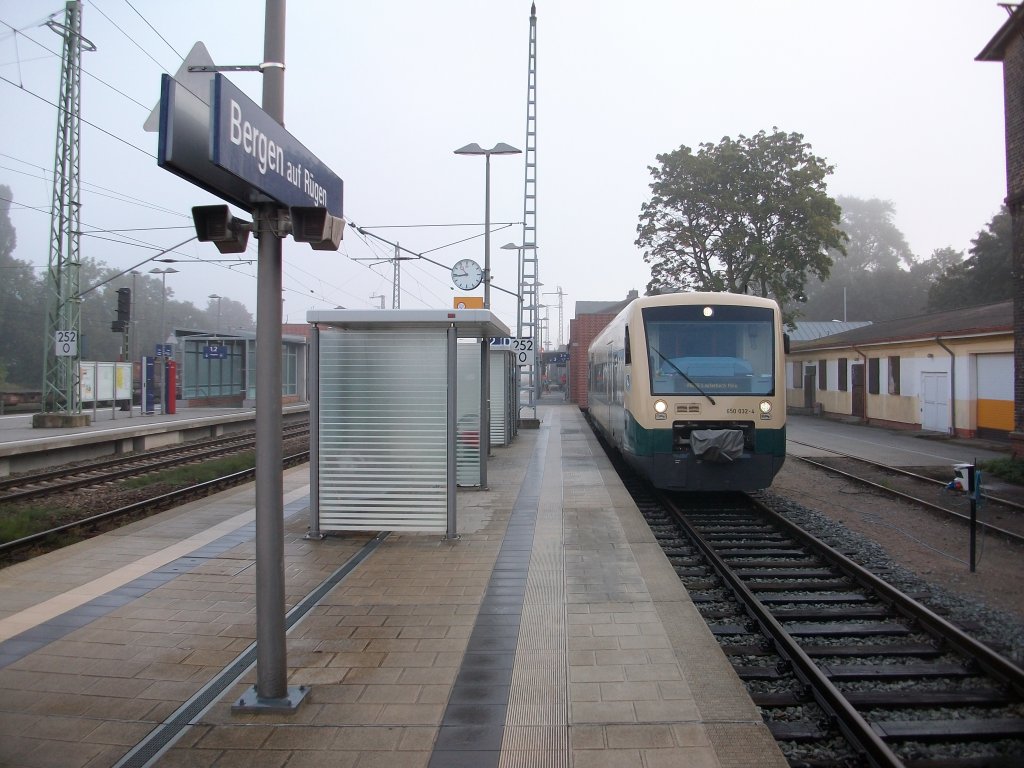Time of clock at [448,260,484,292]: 10:43
